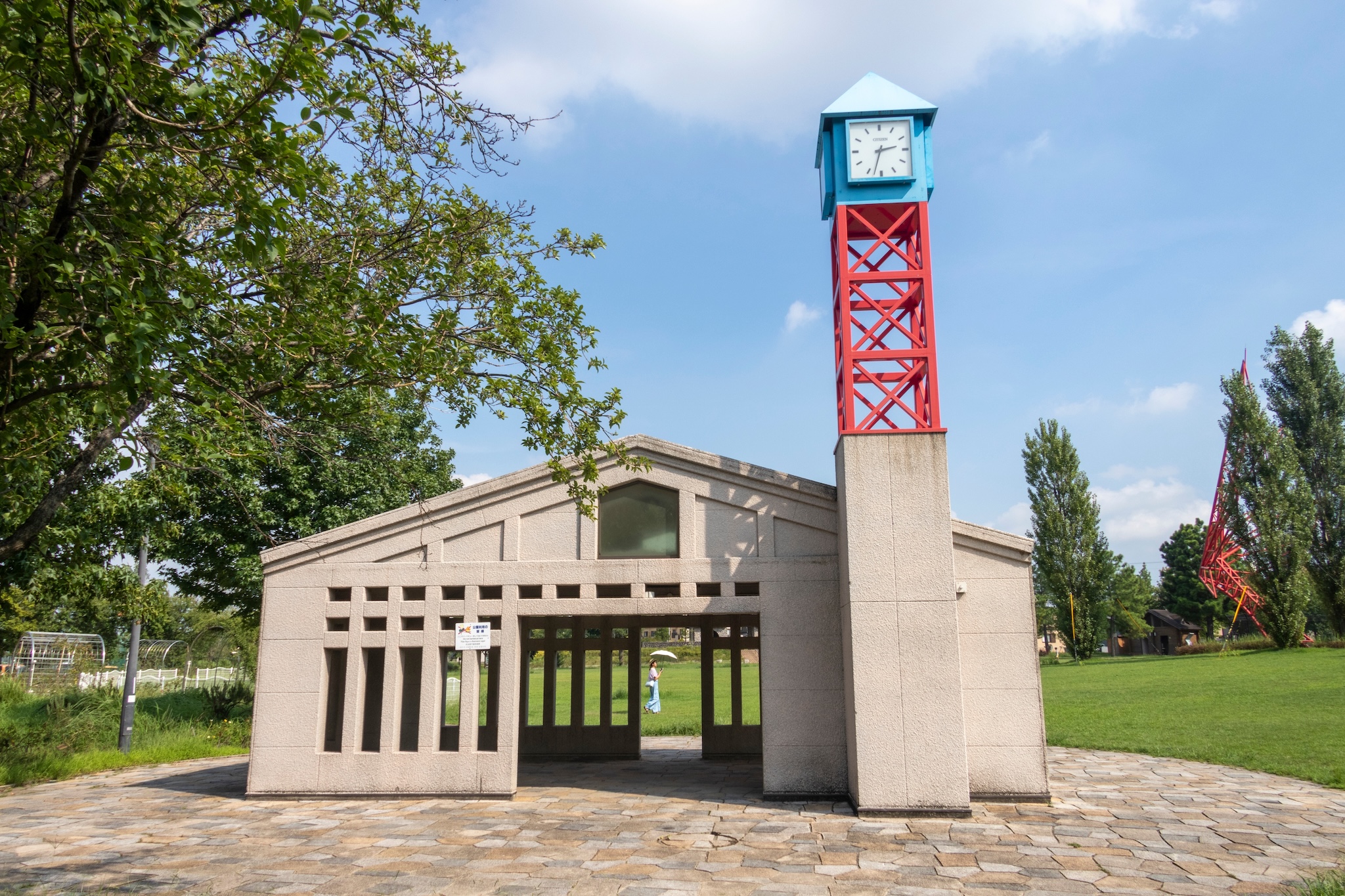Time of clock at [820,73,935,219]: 2:32
